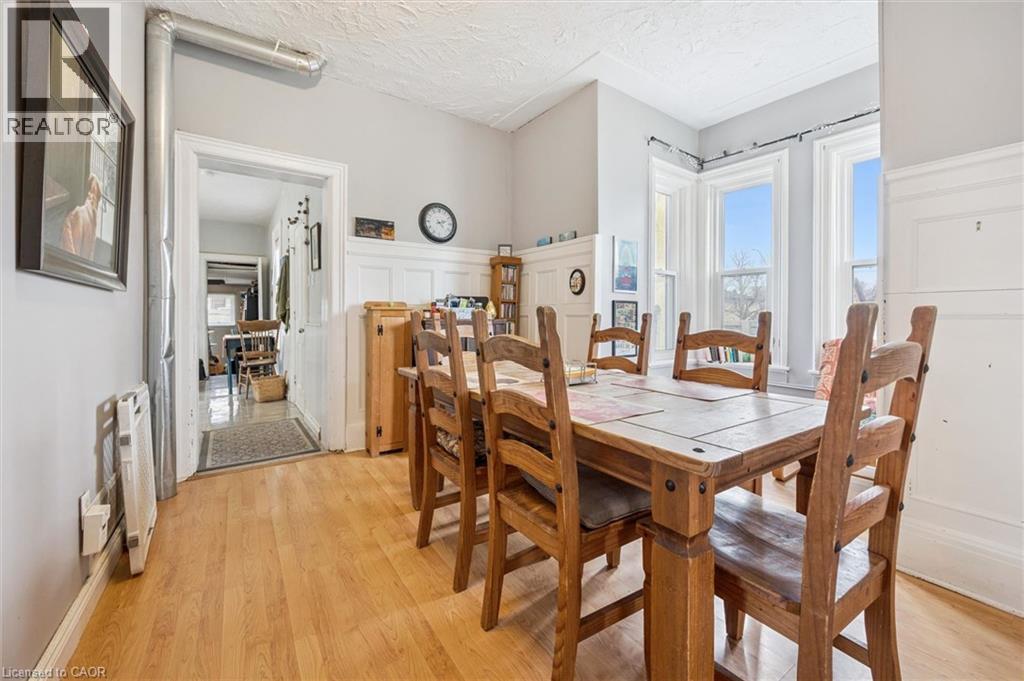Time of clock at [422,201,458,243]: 2:23
